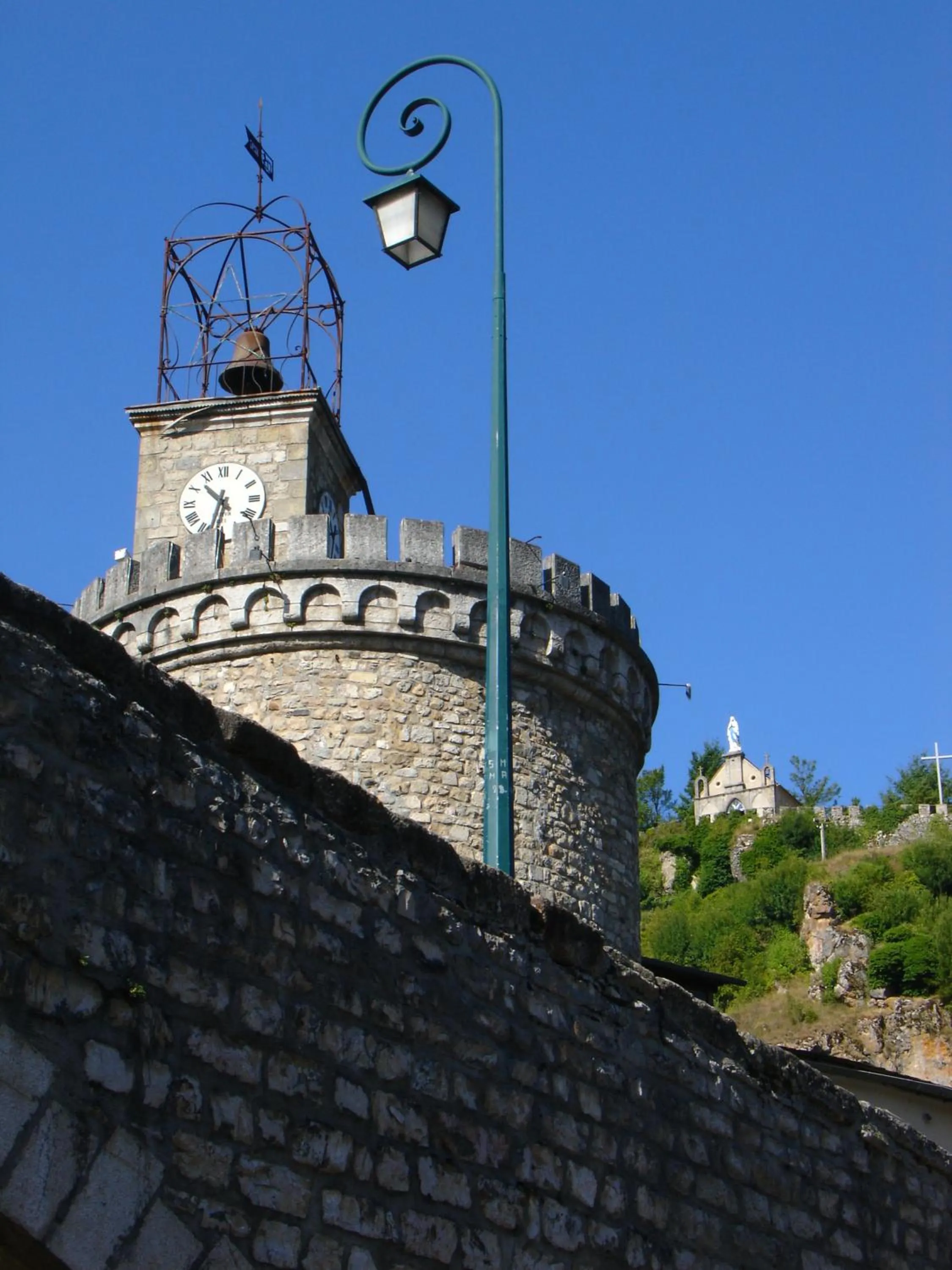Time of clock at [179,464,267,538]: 10:32
